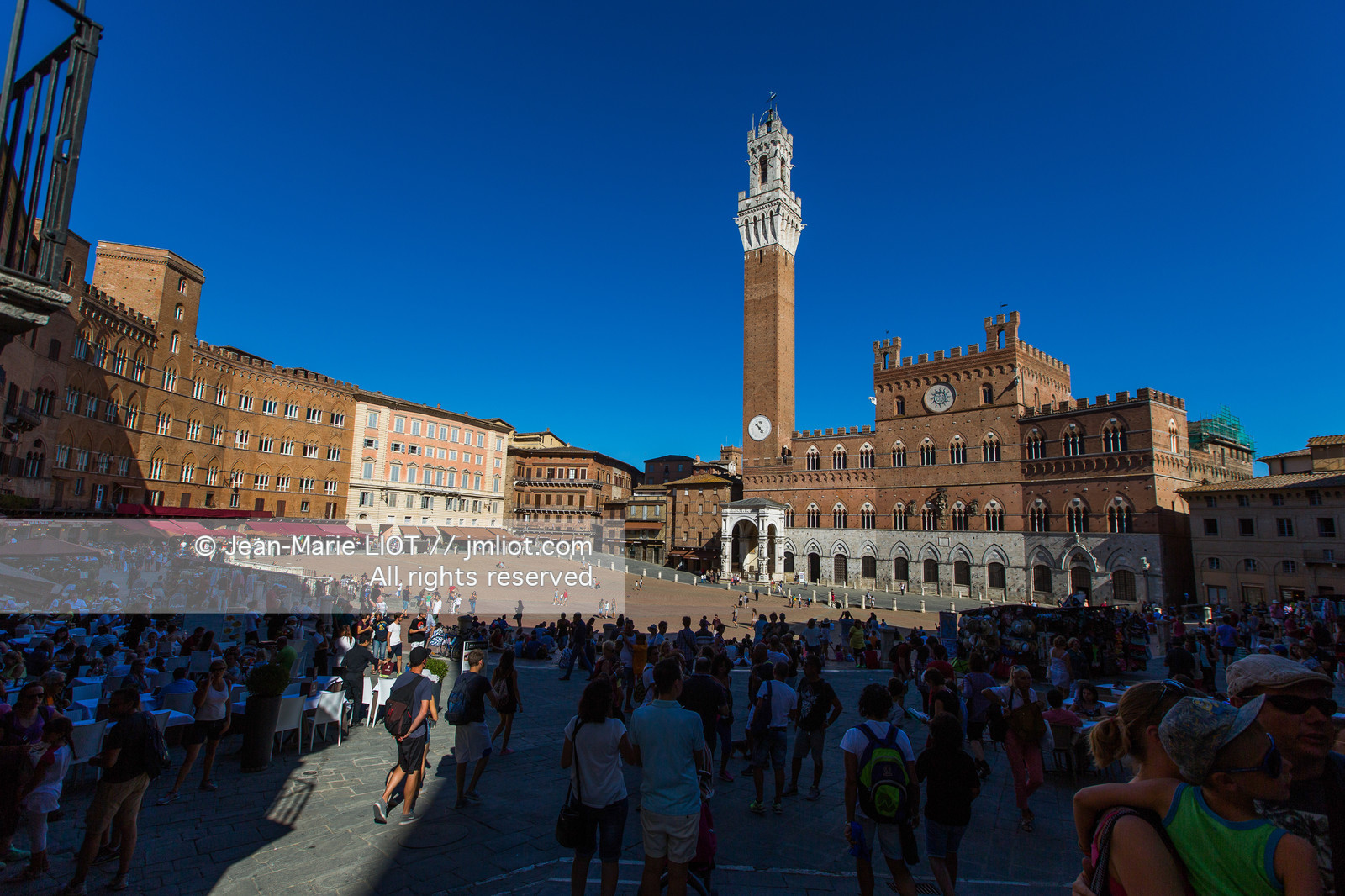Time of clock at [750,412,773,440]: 10:22
